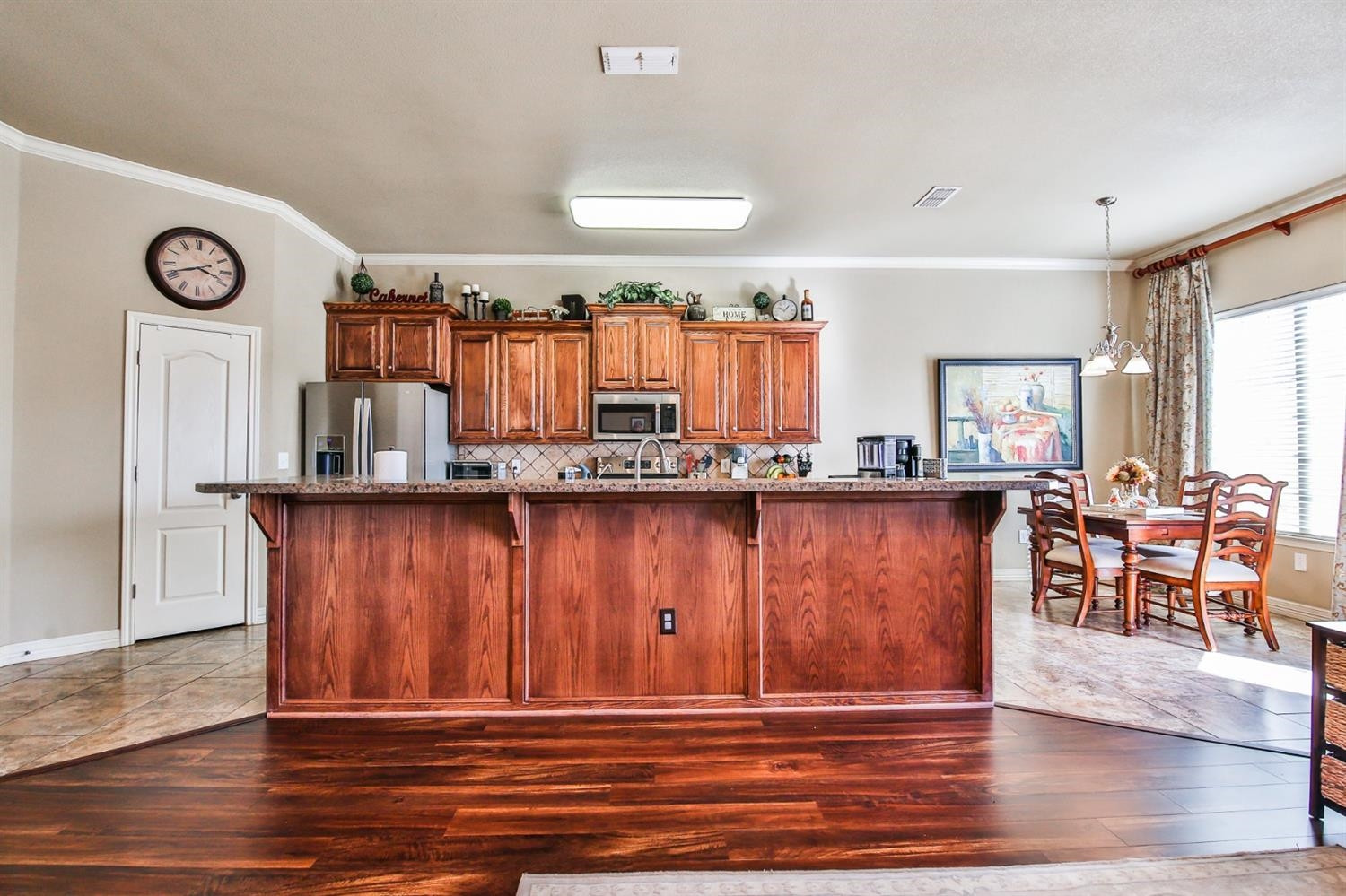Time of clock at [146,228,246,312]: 3:41
